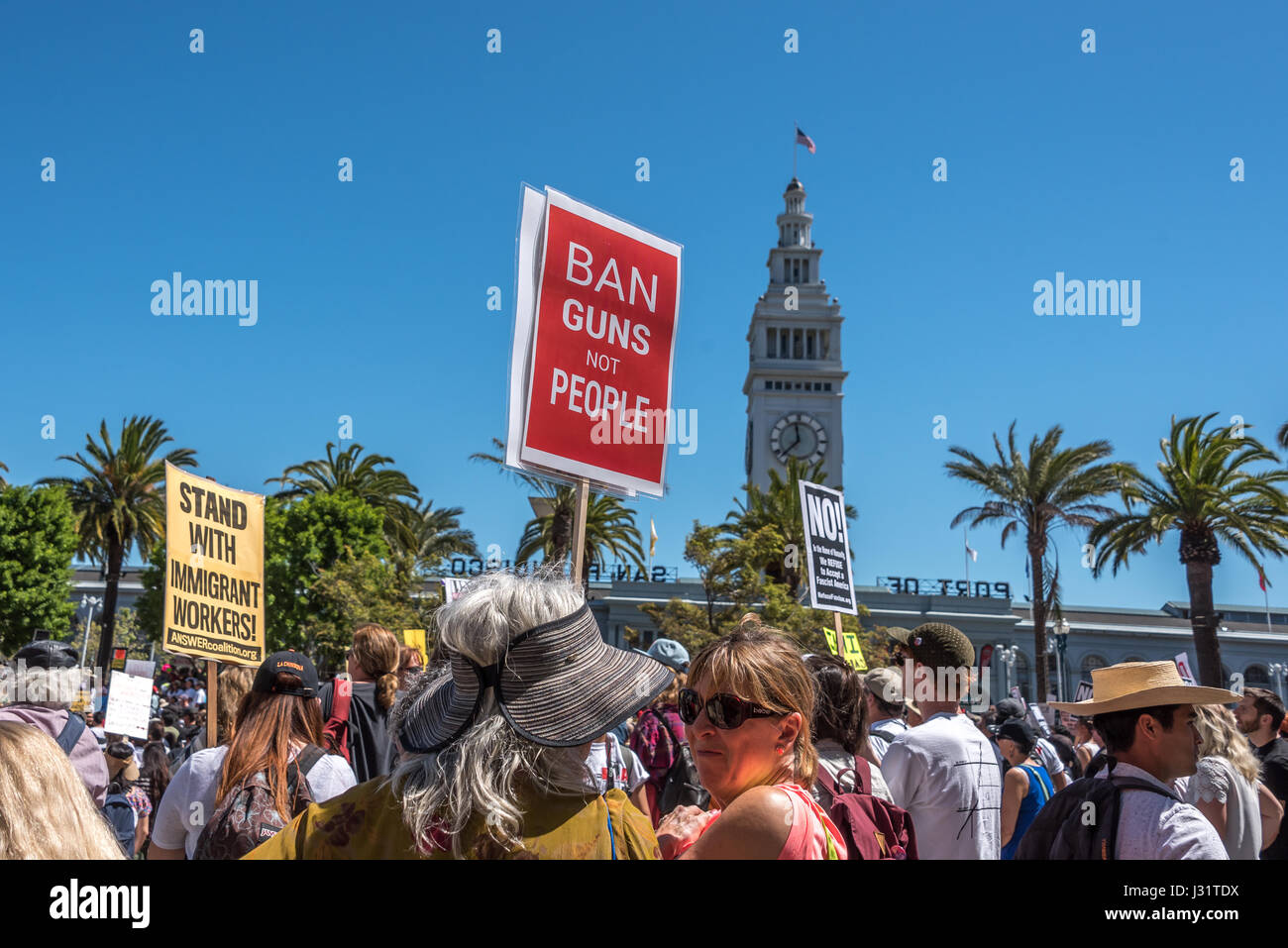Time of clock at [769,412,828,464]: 11:37
